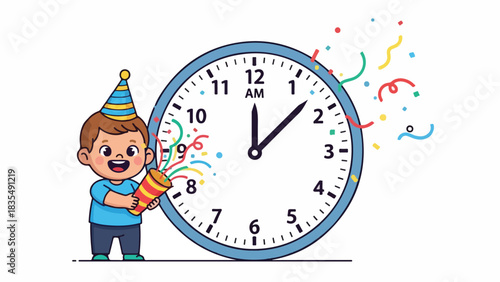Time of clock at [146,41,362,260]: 12:07
